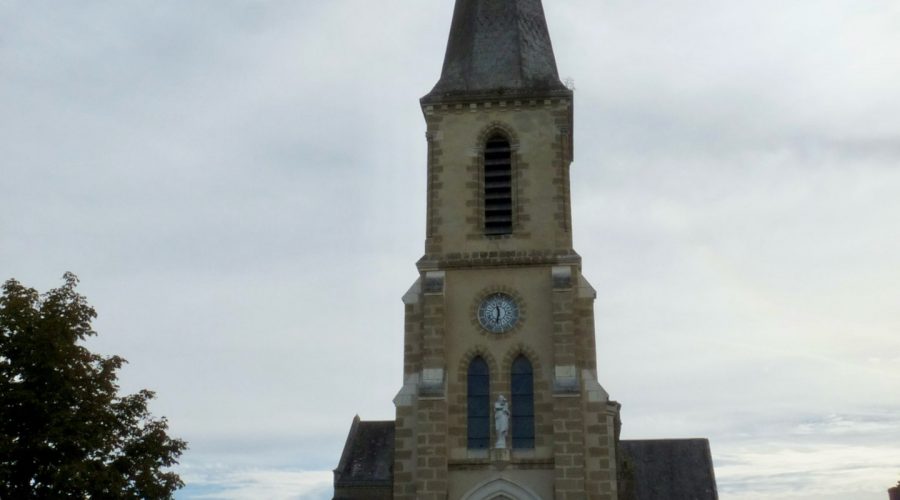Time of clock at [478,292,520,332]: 11:32
